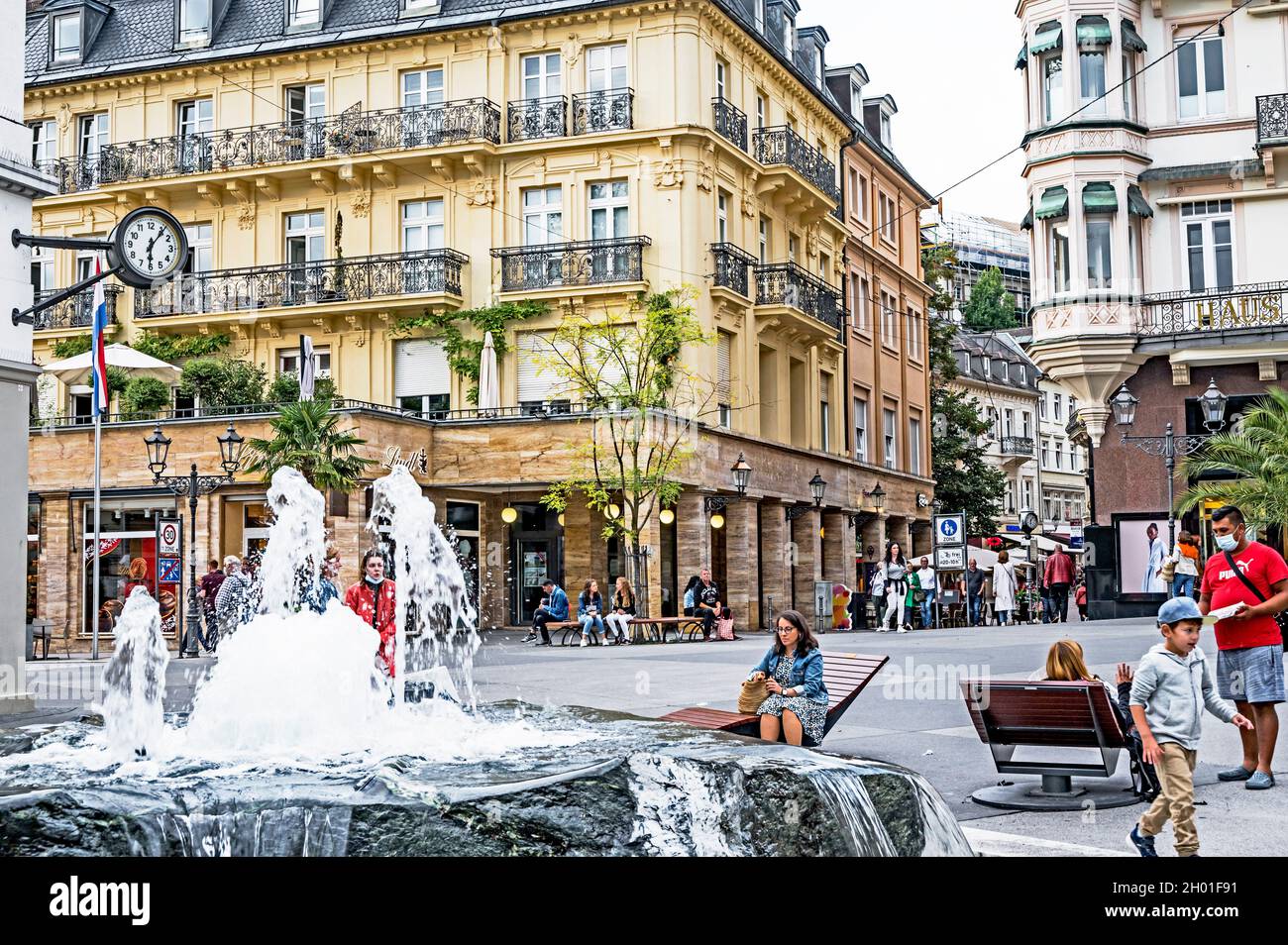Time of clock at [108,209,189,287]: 6:06
